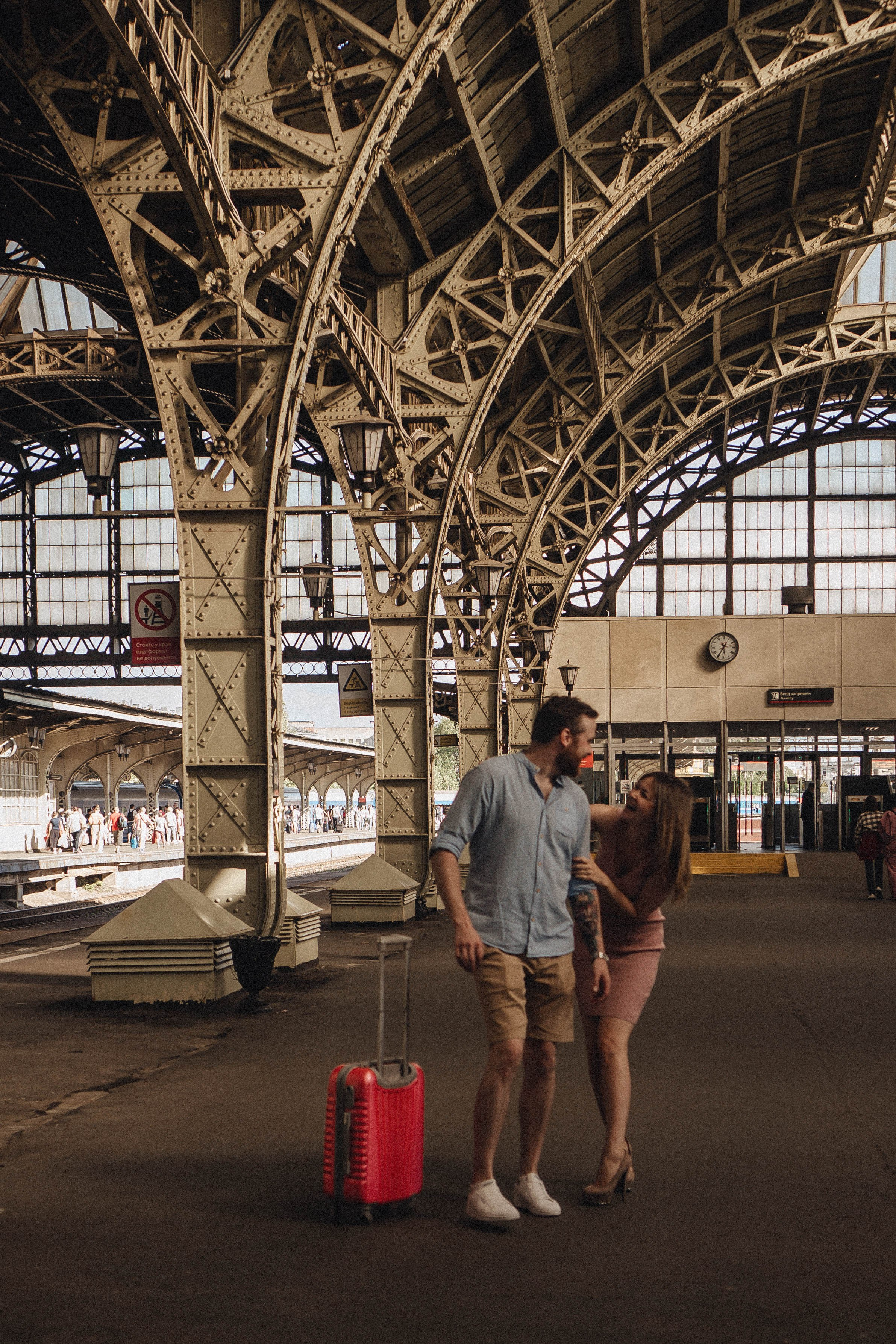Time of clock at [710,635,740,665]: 5:34
